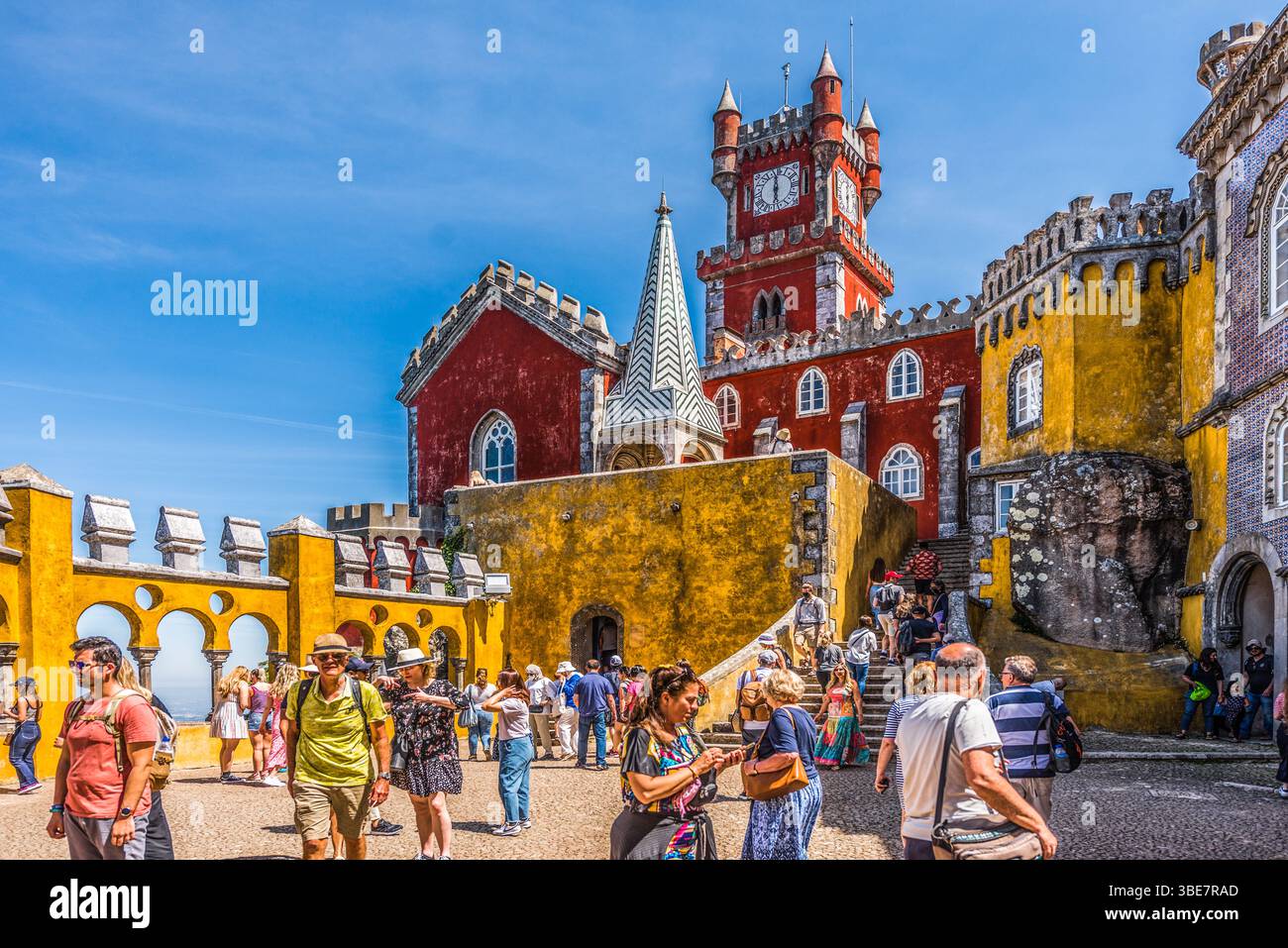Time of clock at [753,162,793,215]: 6:00
